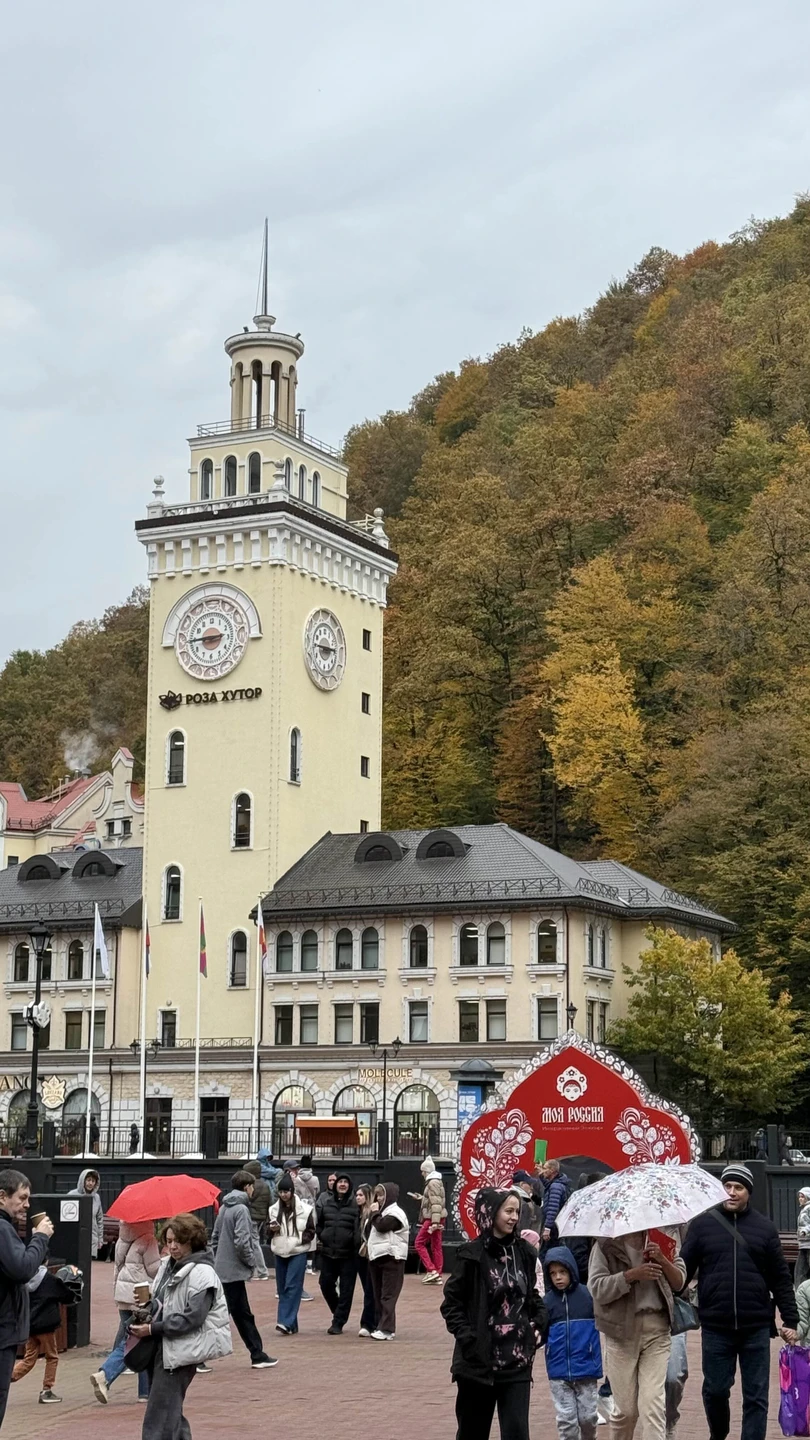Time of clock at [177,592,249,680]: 8:43
